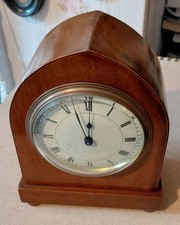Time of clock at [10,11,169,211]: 11:56
